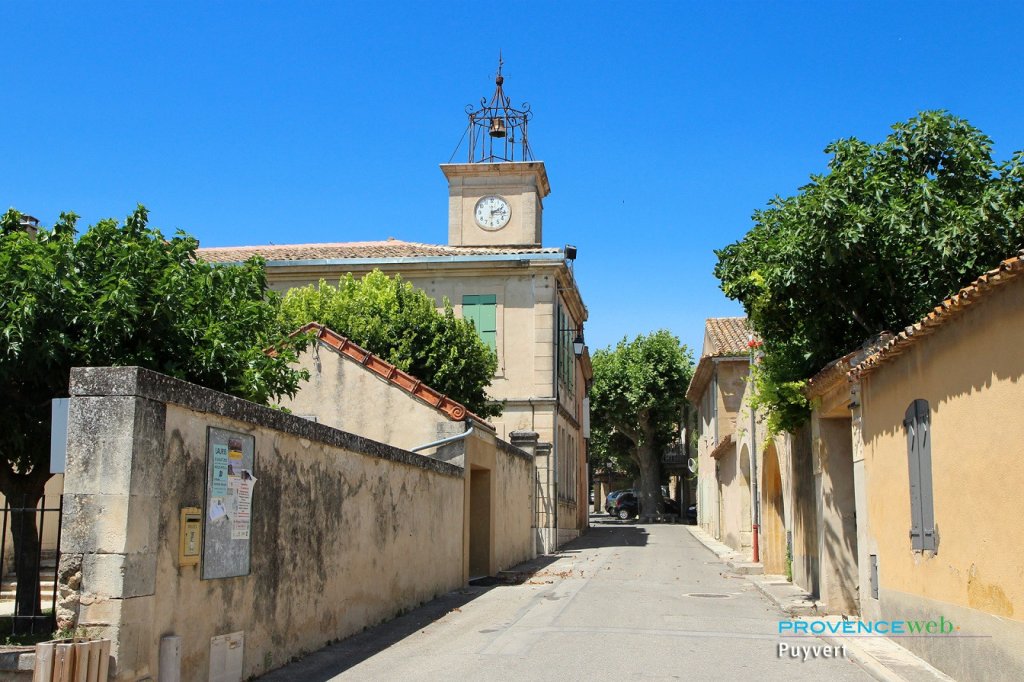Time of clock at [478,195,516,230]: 2:15
